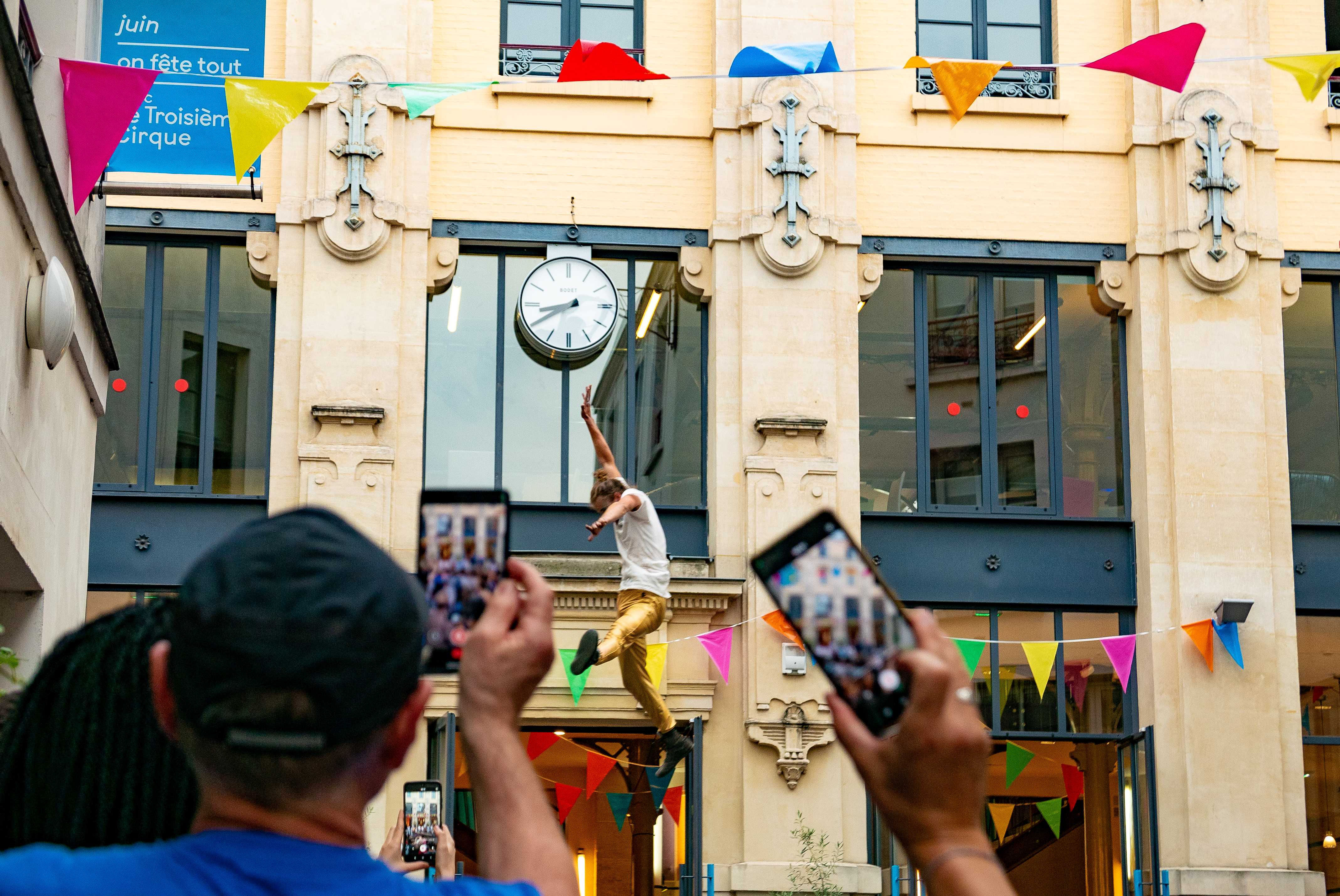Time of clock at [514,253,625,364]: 8:40
